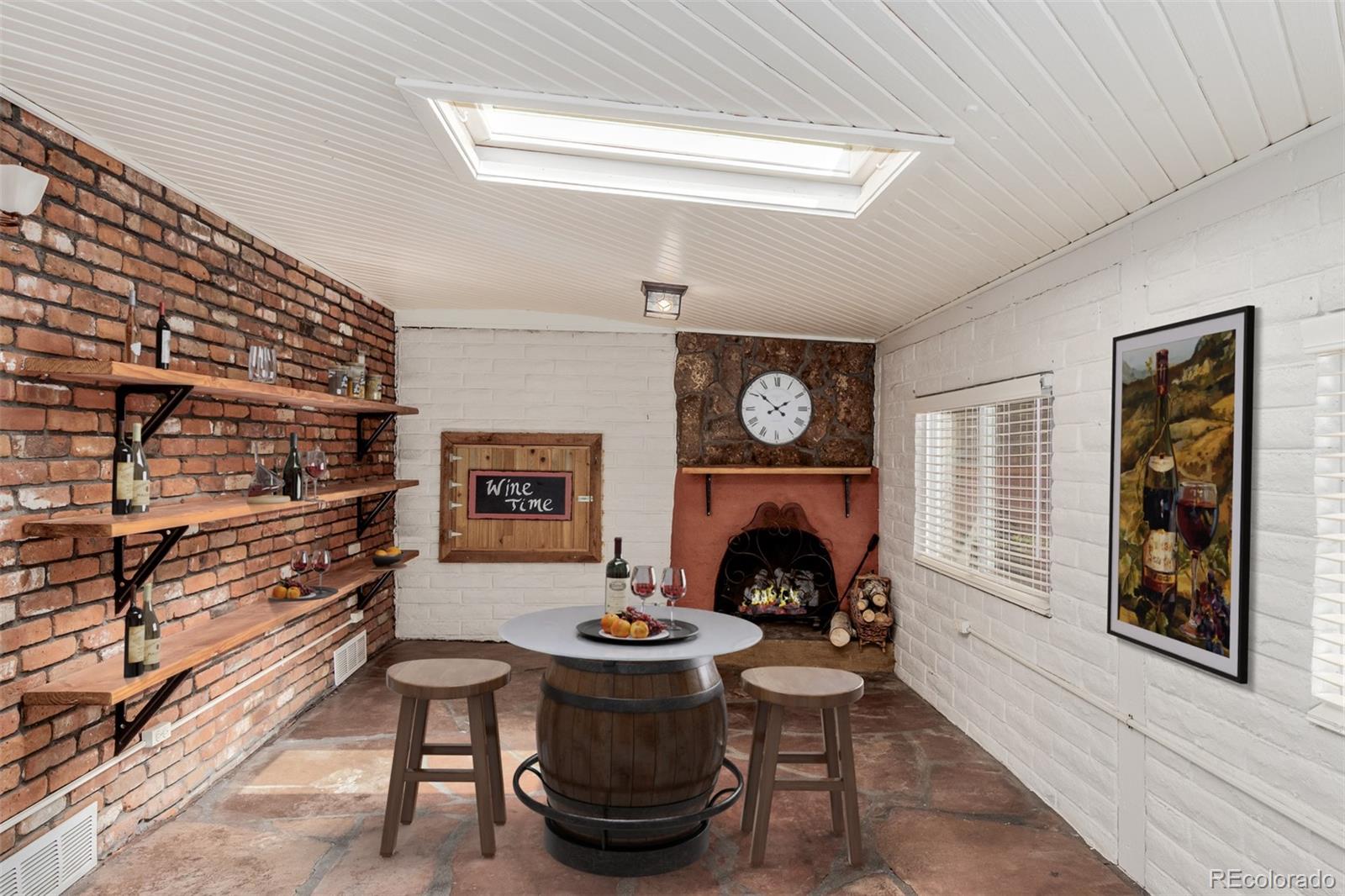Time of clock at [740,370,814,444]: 1:51
